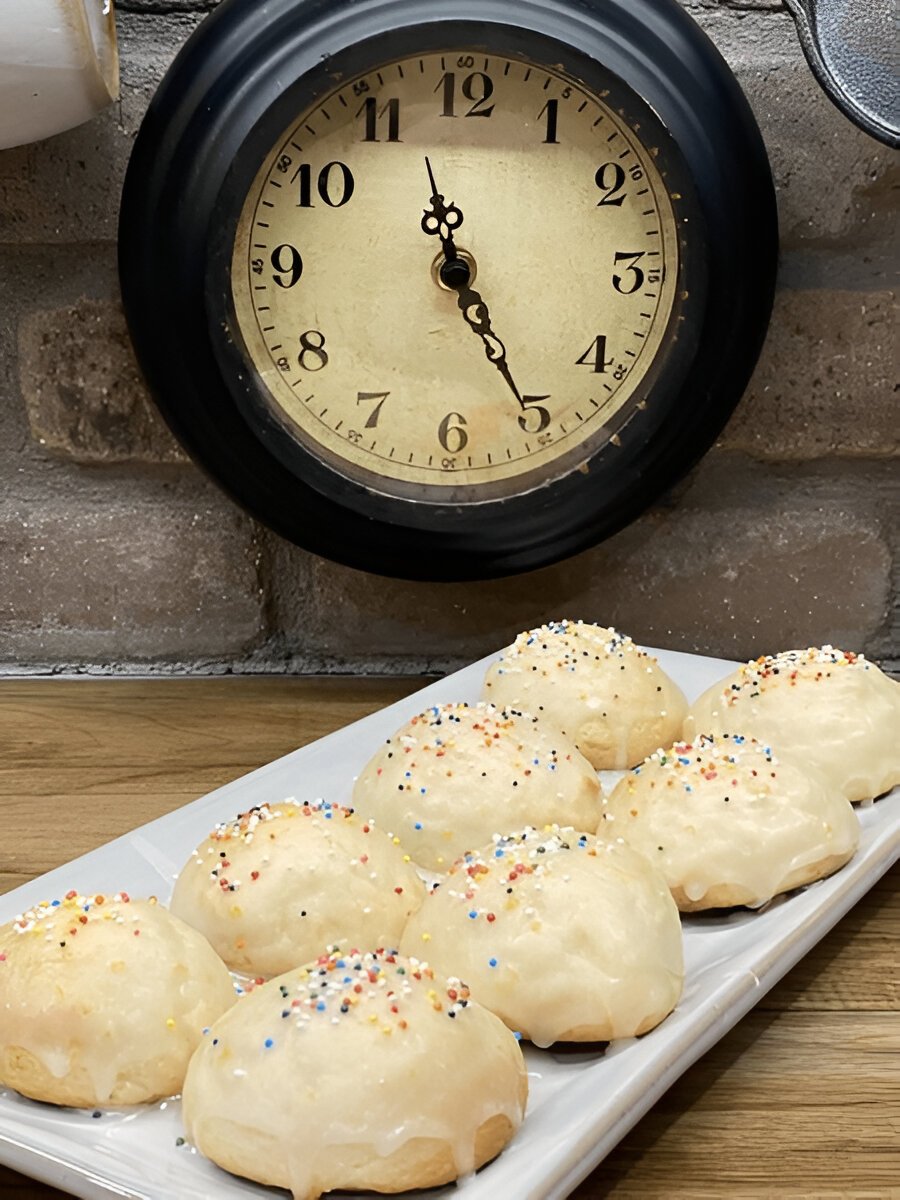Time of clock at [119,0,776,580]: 11:25
